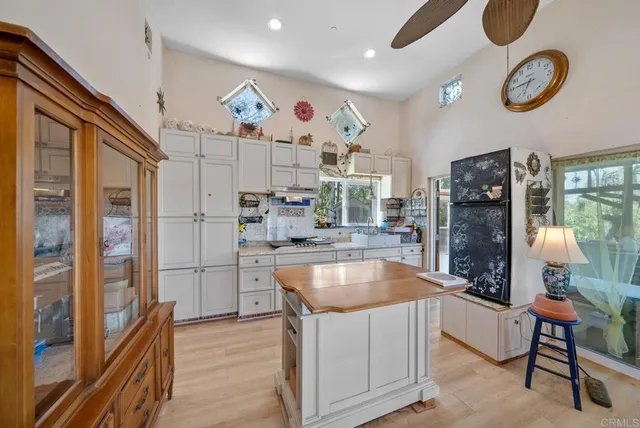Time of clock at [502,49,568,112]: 6:45
